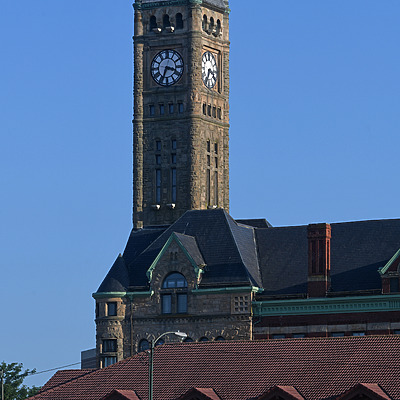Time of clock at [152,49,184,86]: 3:33
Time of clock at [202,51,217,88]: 3:34
